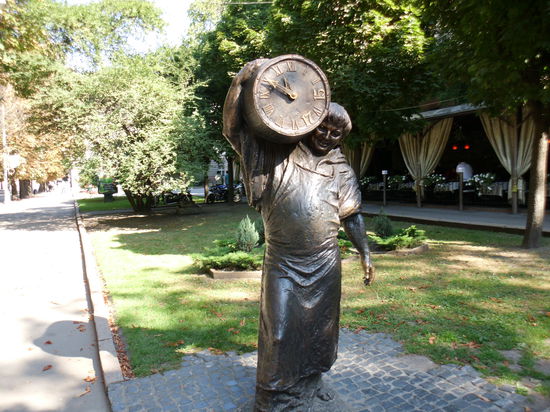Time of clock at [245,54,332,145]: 9:48
